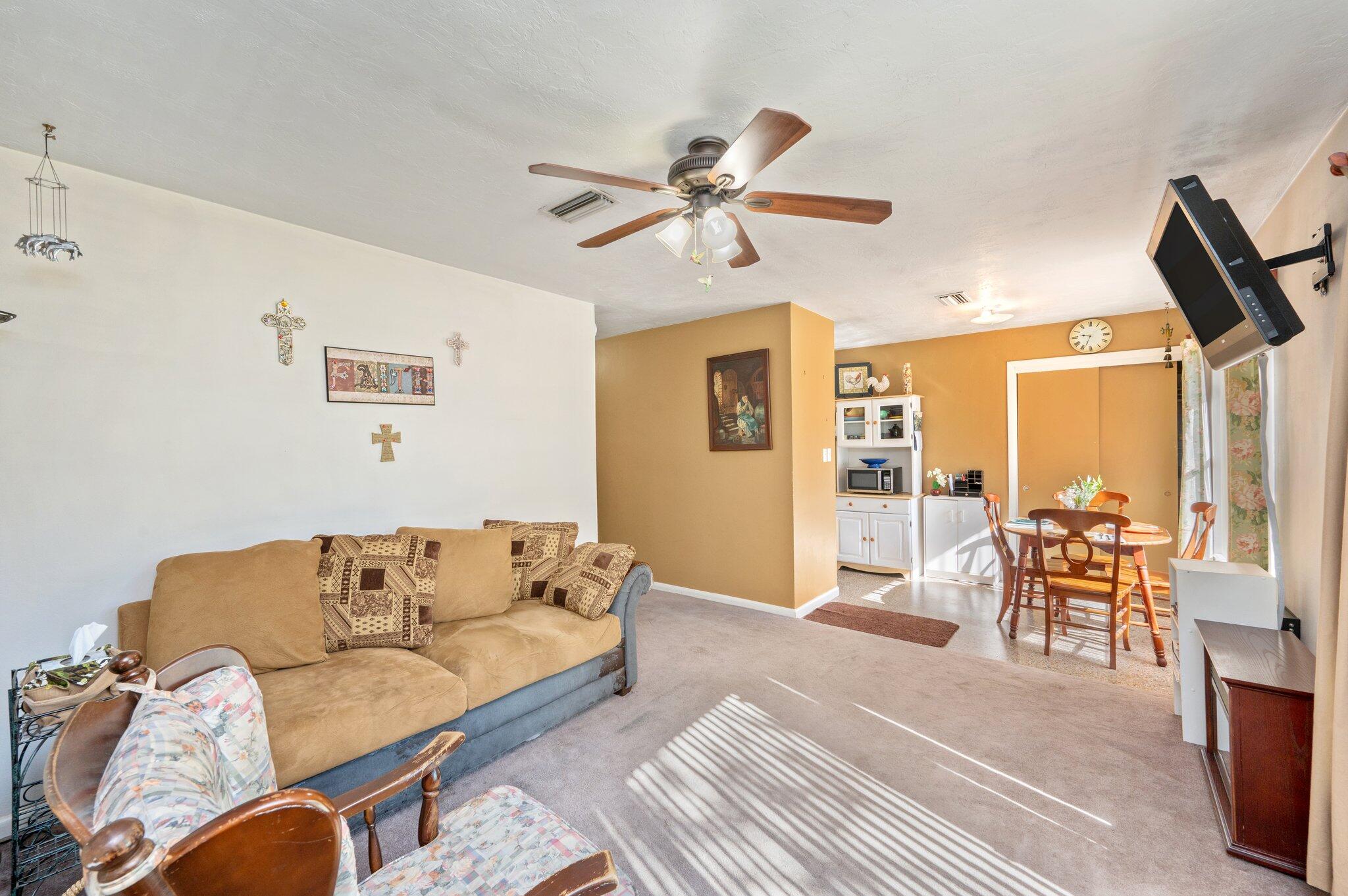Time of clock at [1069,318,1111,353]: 9:33
